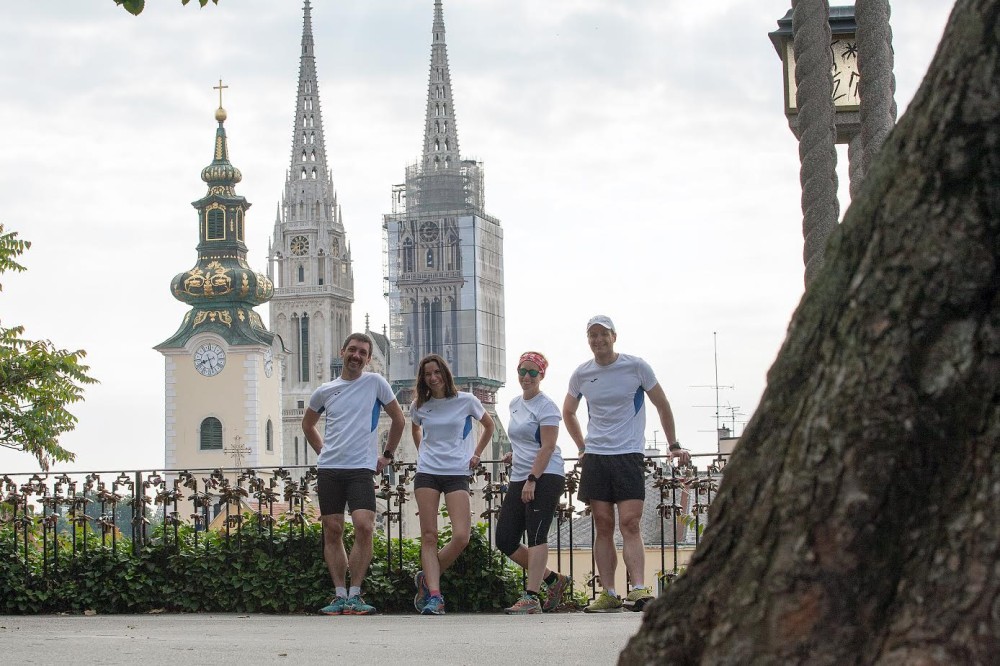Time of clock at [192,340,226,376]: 8:27
